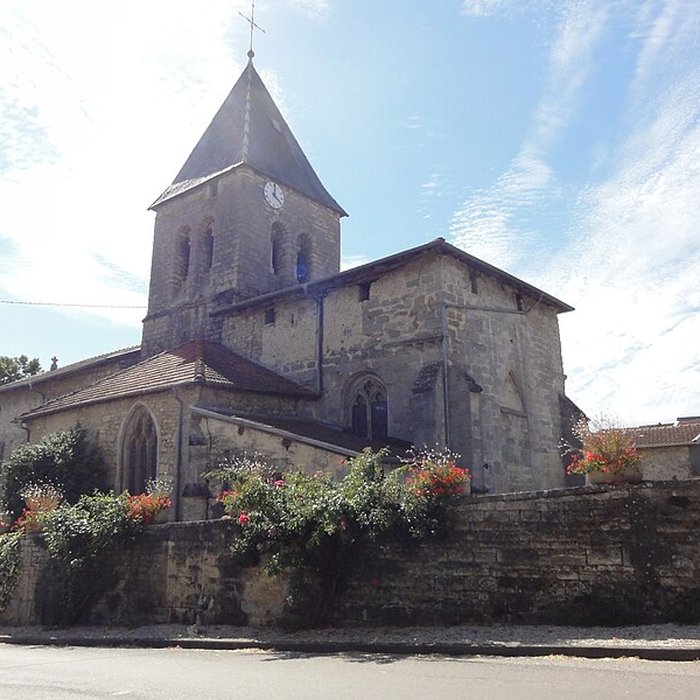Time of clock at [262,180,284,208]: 4:00
